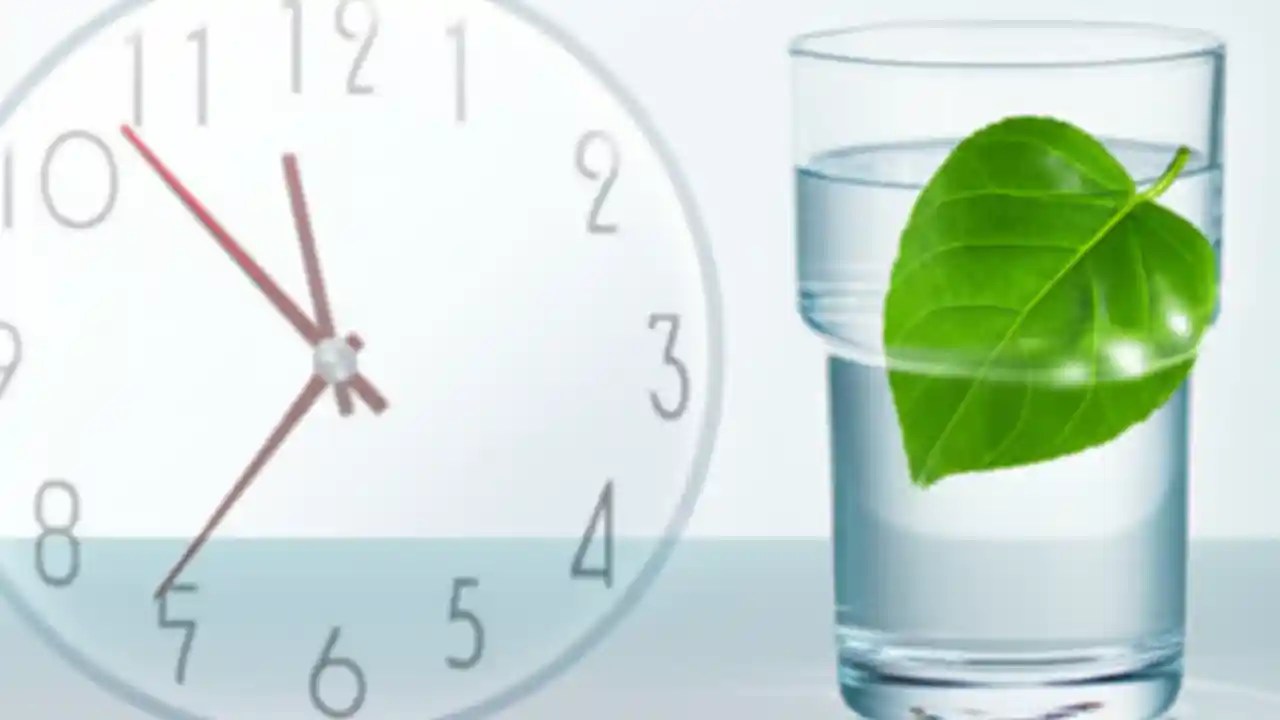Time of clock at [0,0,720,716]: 11:36
